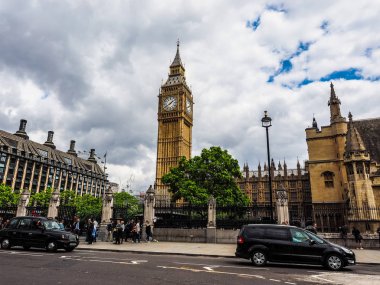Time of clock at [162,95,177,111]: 1:39
